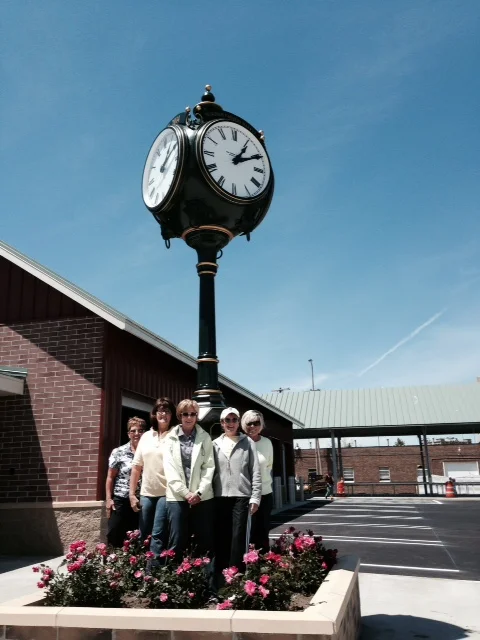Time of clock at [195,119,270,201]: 1:10
